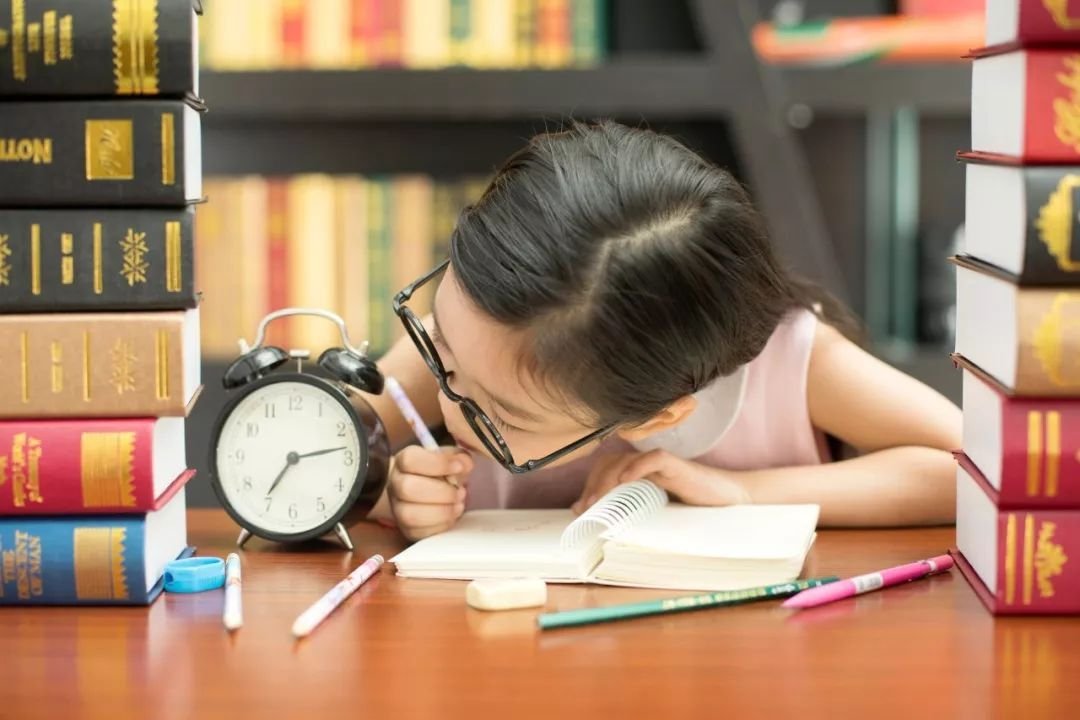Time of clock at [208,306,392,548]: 7:13
